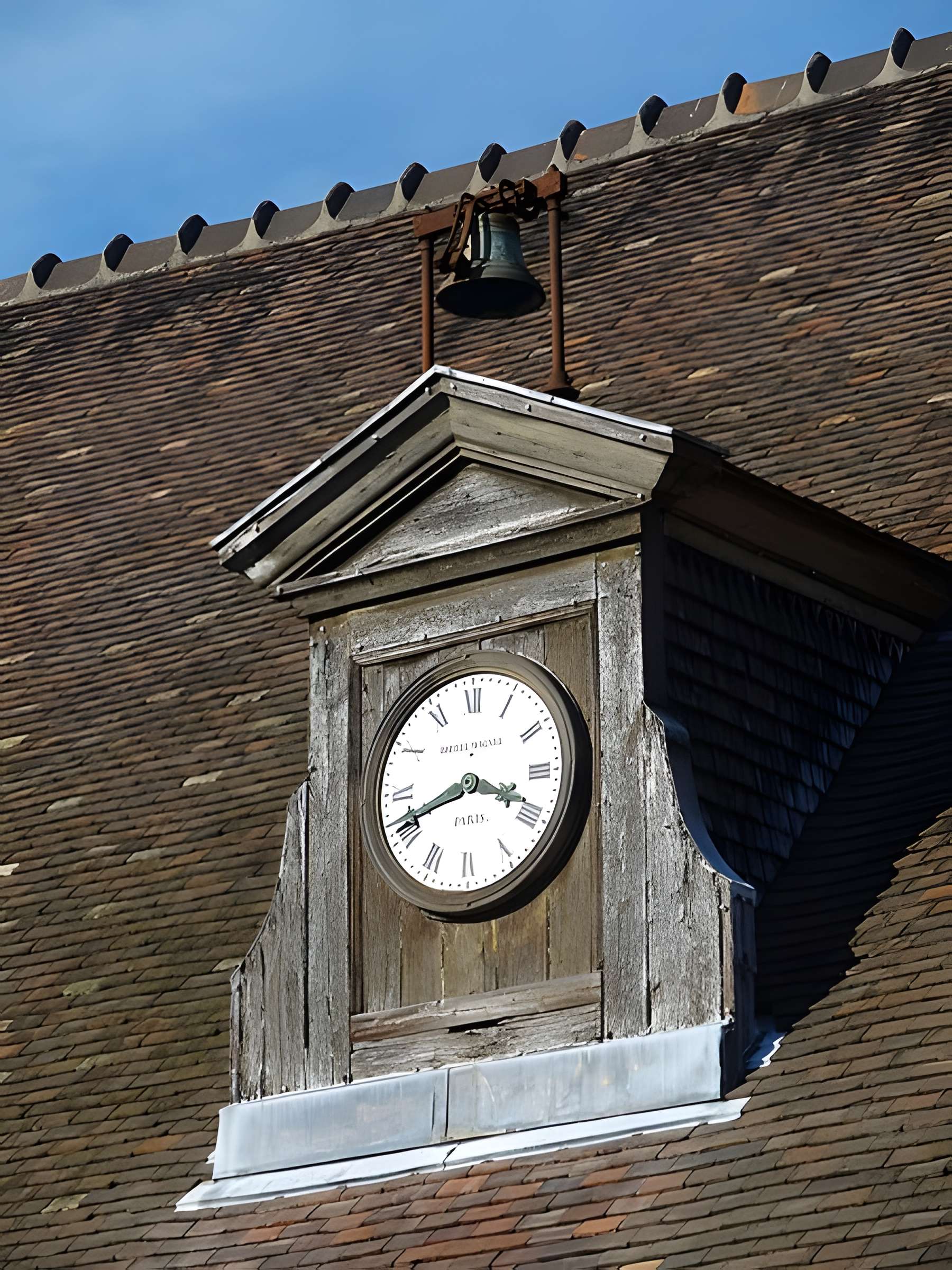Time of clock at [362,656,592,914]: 3:41
